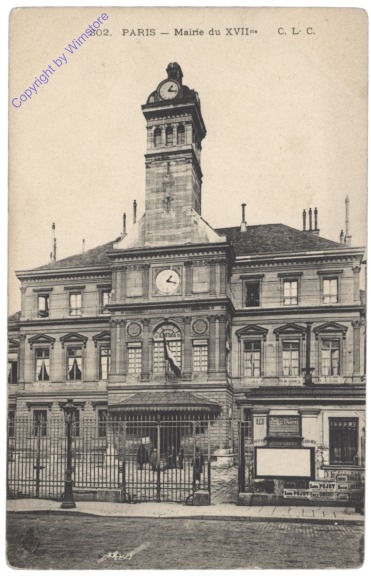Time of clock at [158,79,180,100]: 1:17
